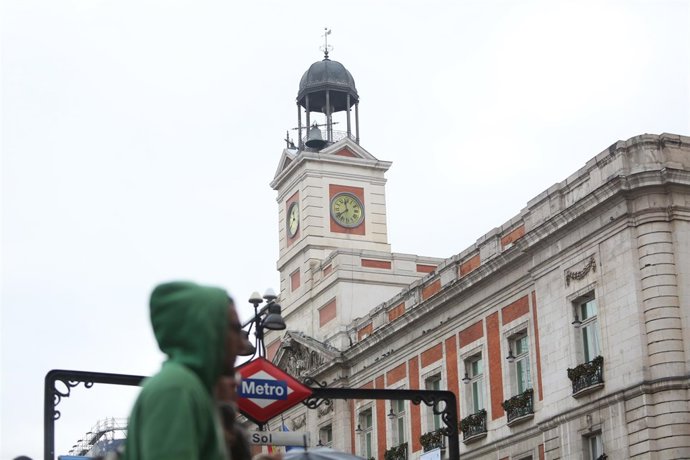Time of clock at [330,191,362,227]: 11:39
